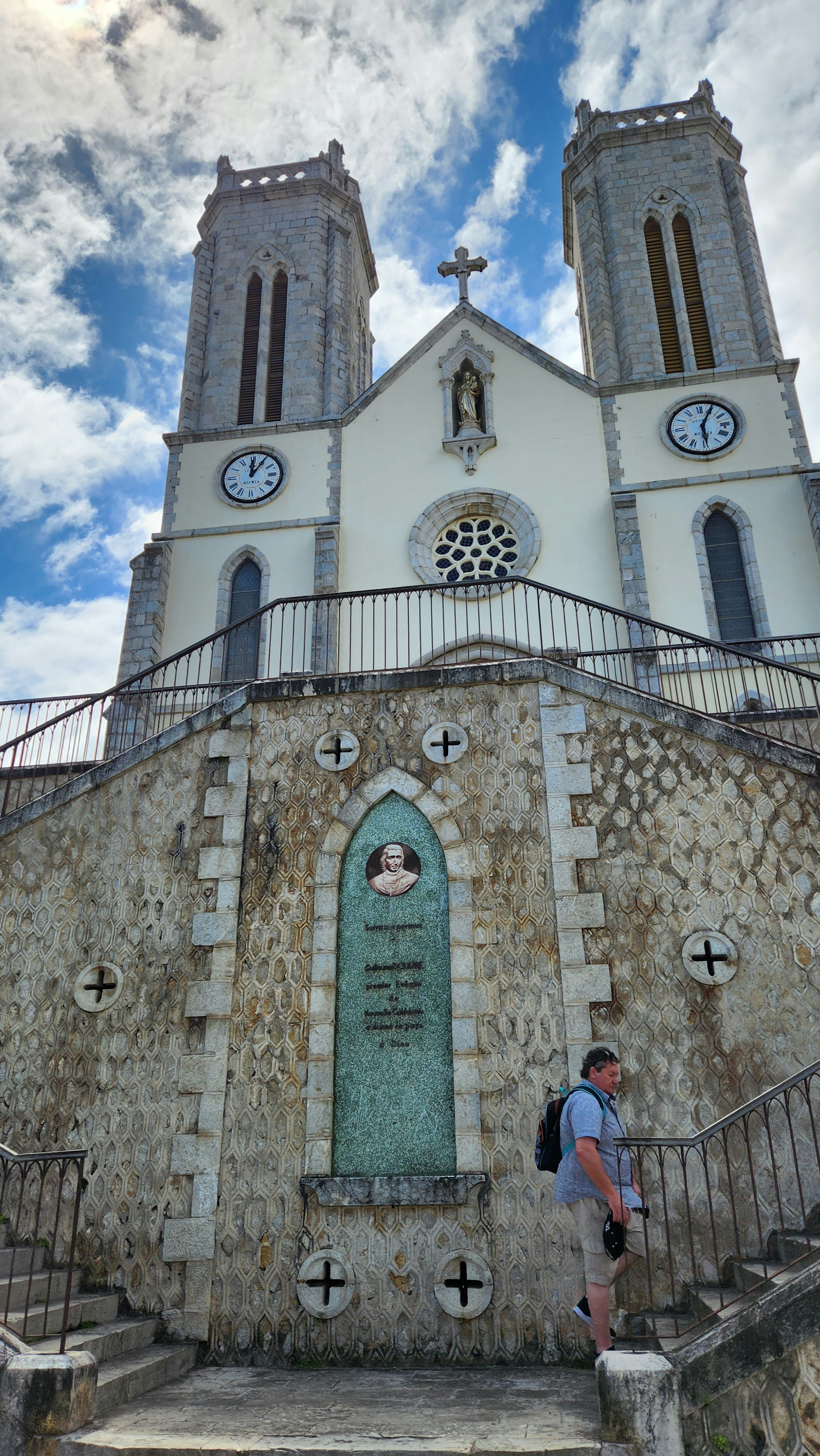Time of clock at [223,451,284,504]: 12:05
